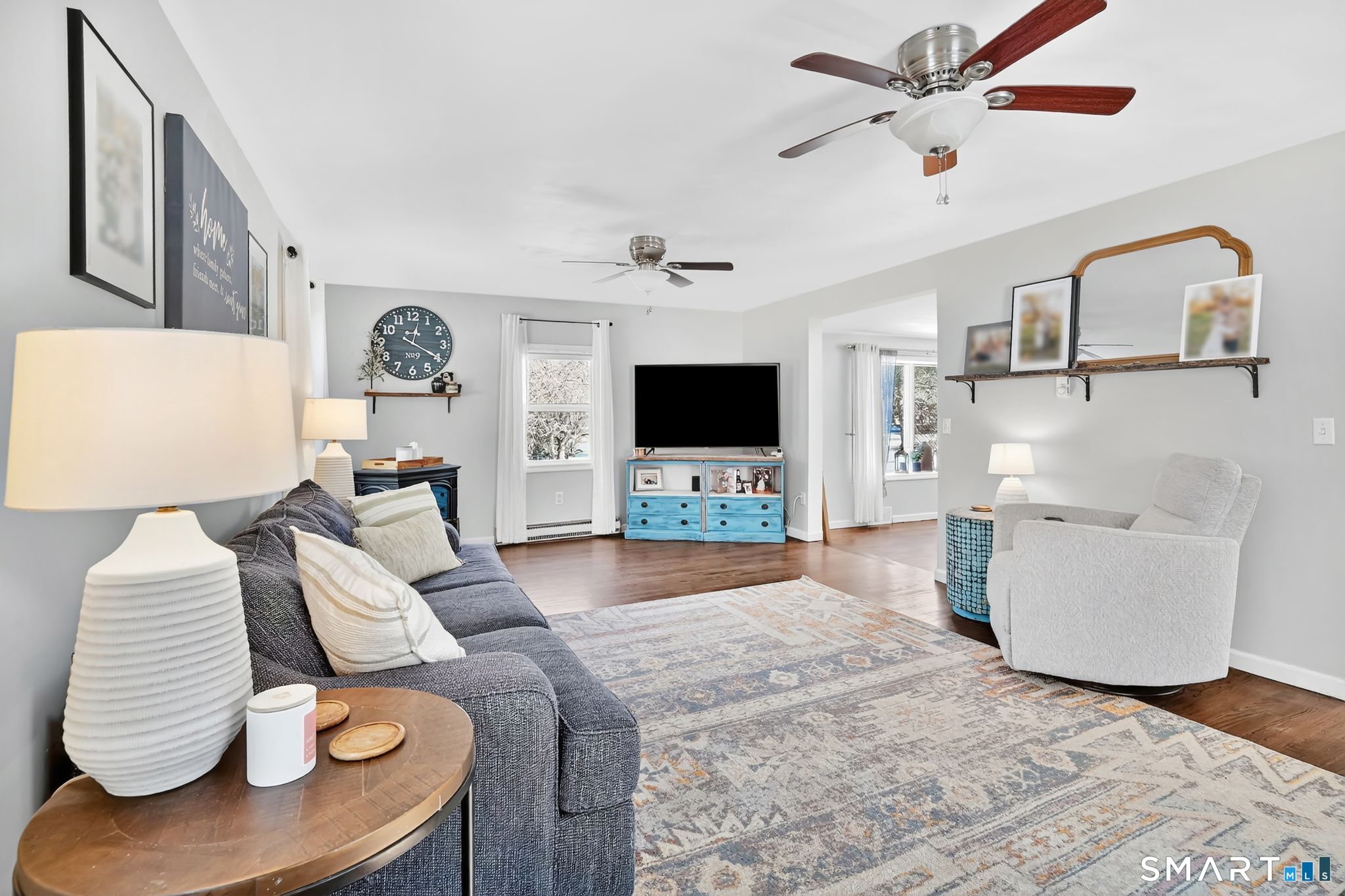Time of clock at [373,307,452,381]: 12:20
